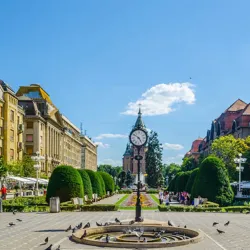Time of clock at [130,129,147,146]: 4:50
